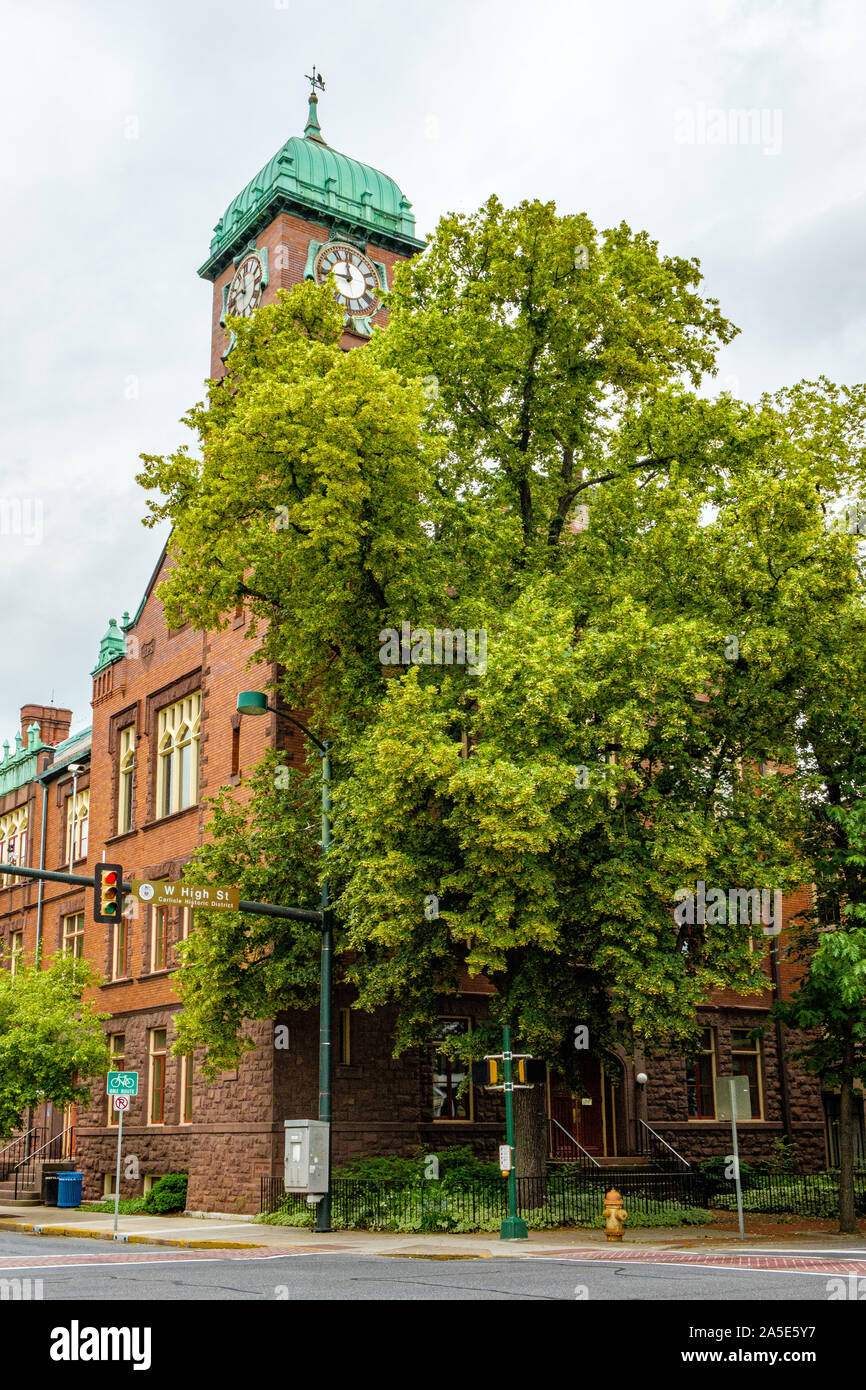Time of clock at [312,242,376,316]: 11:45
